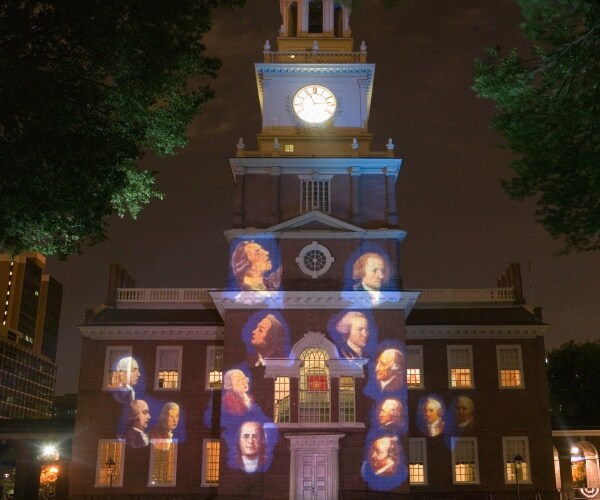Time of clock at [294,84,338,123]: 11:13
